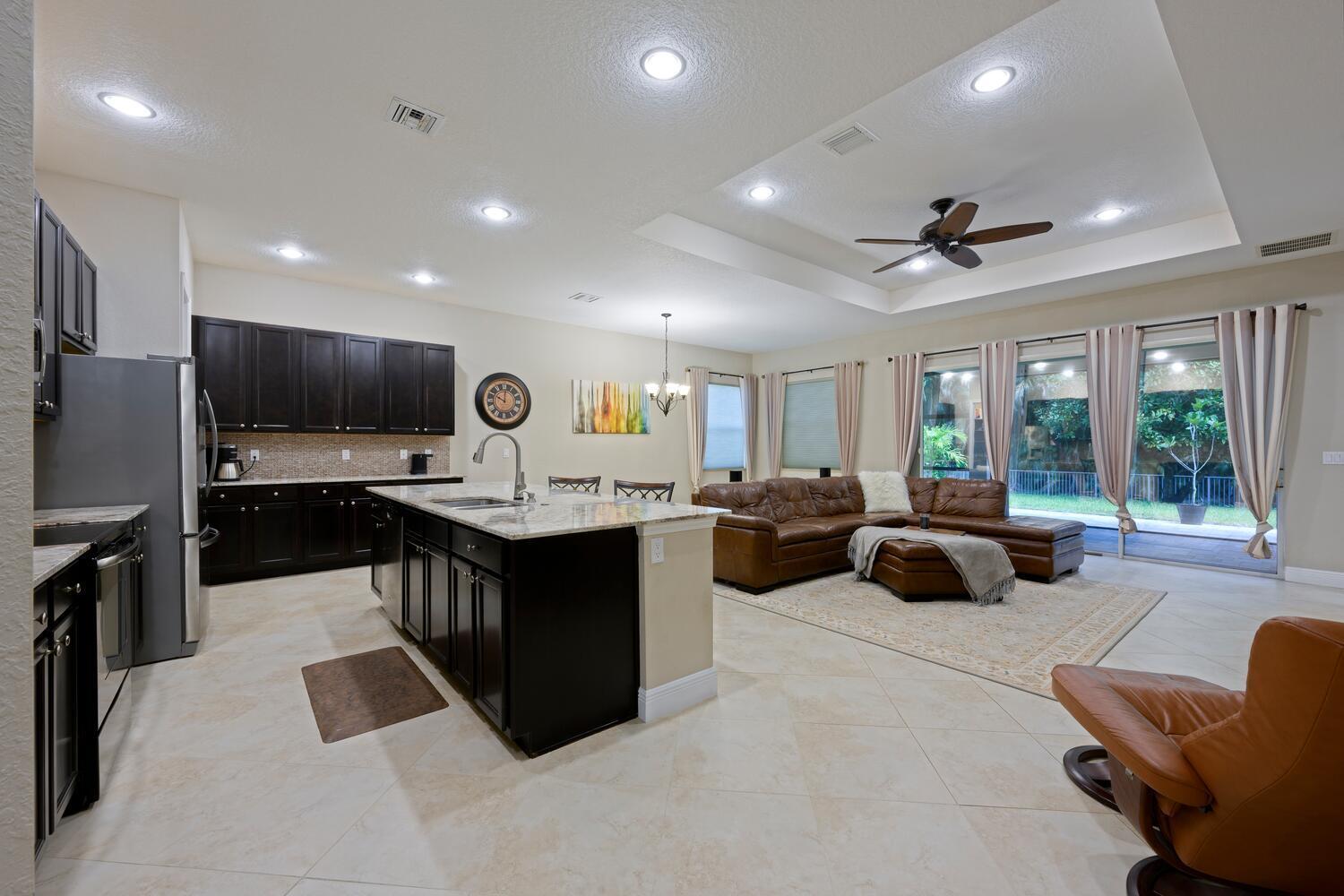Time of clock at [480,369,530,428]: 10:00
